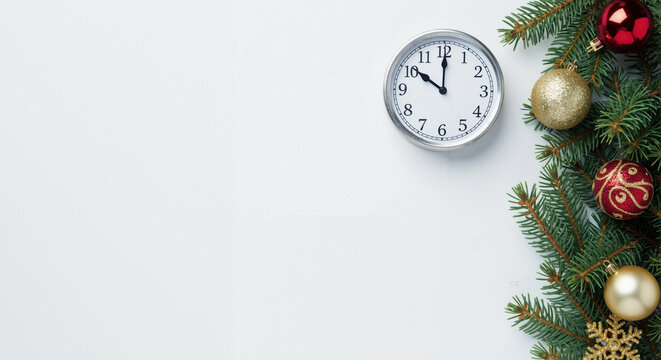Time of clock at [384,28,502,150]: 10:00
